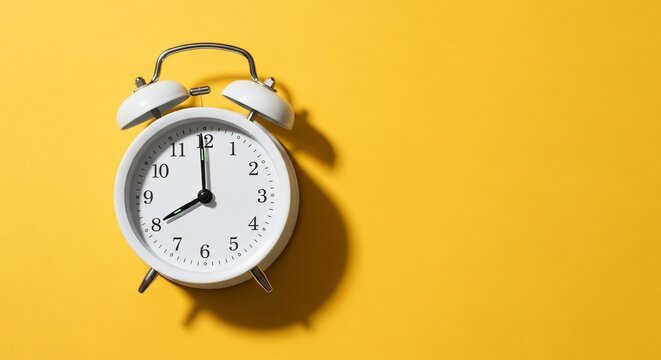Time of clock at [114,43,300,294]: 7:59
